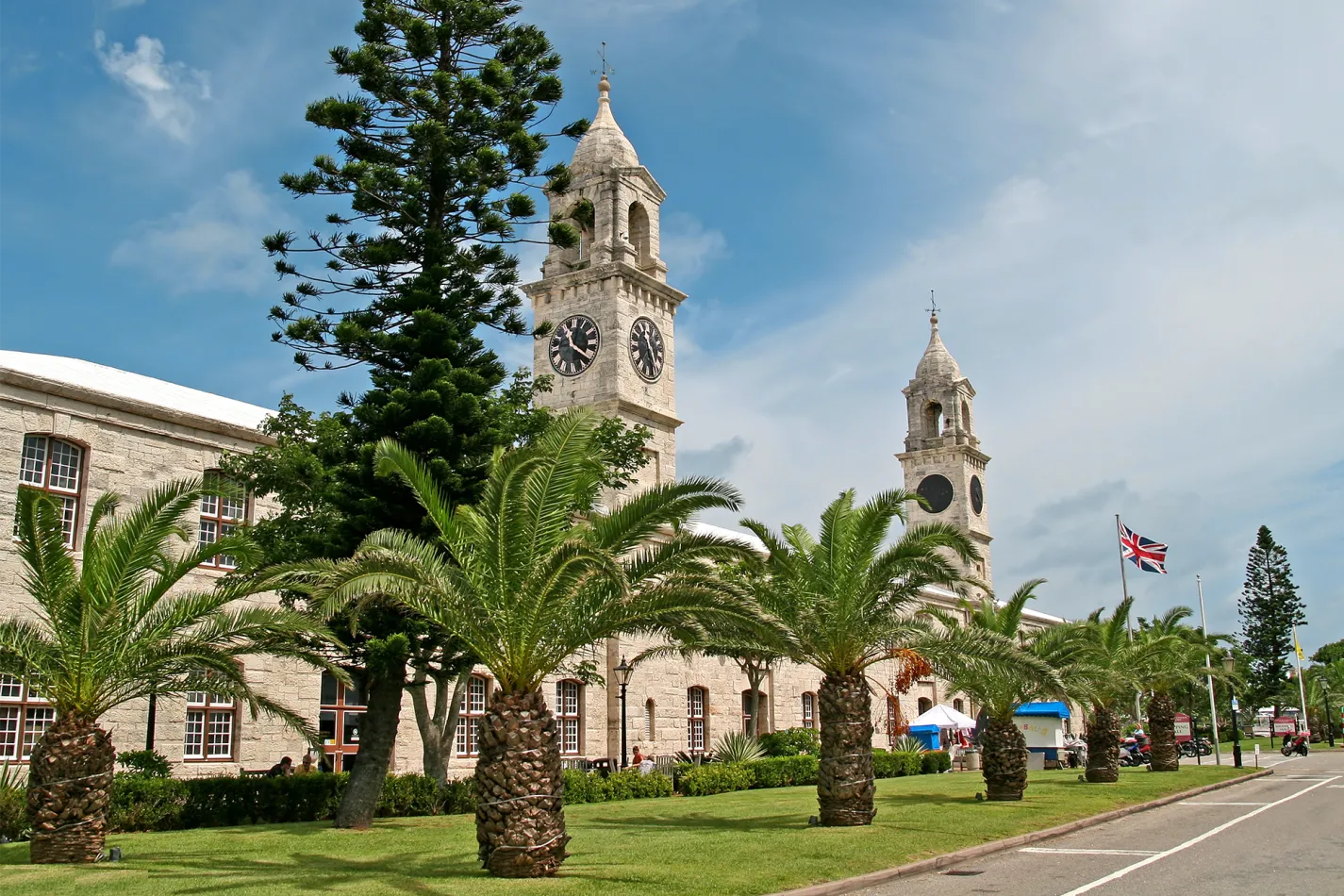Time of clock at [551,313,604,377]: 11:20
